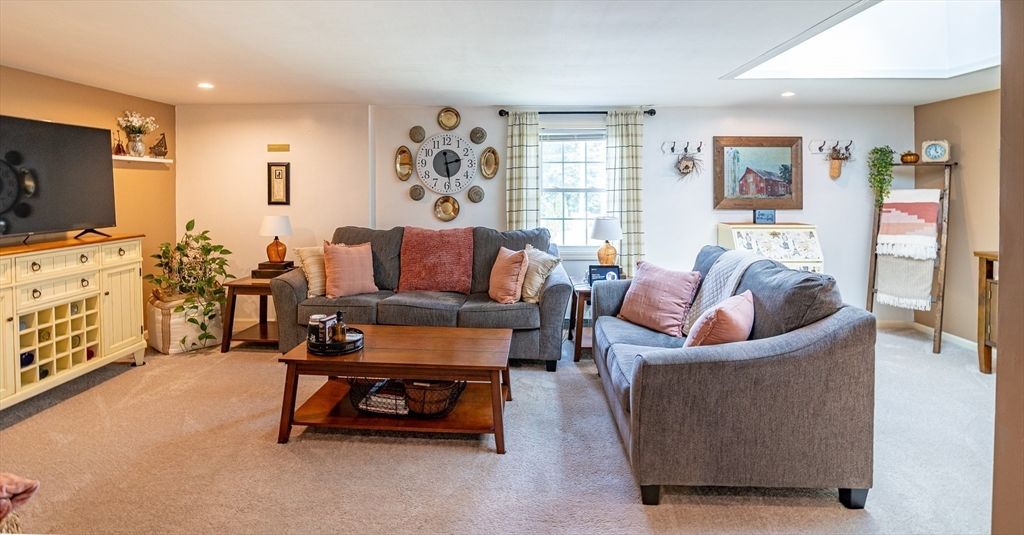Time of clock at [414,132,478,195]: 2:28
